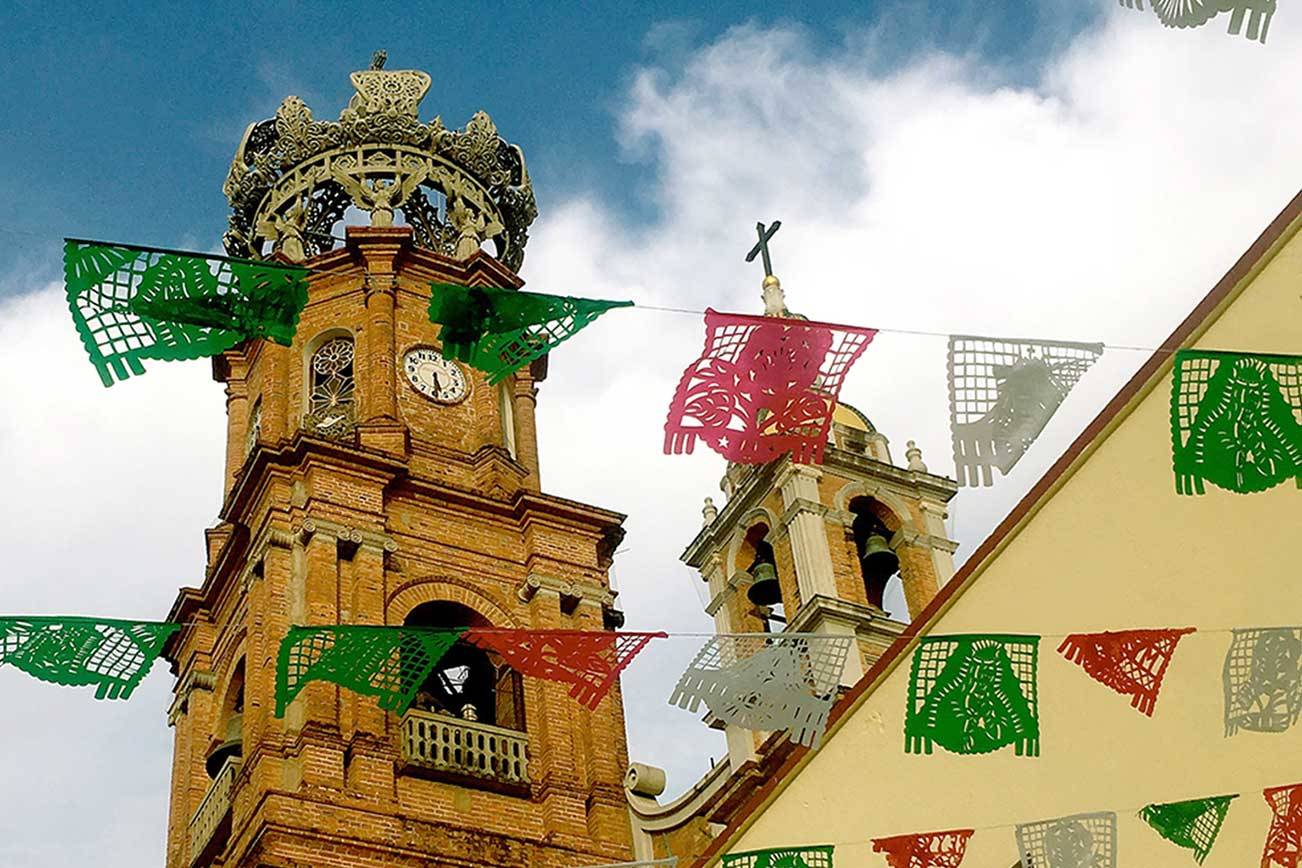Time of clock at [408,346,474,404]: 5:30
